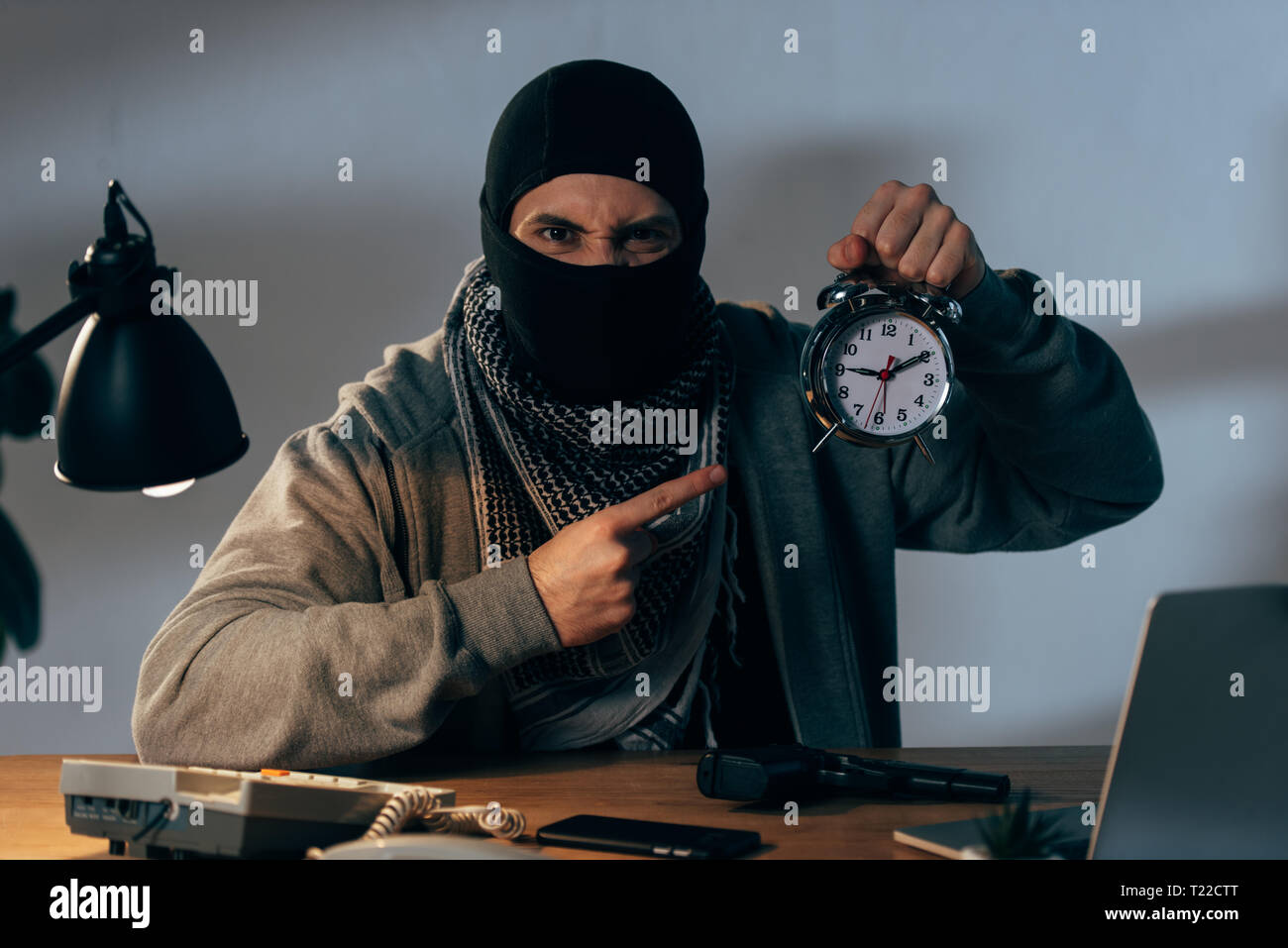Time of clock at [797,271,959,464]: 9:10
